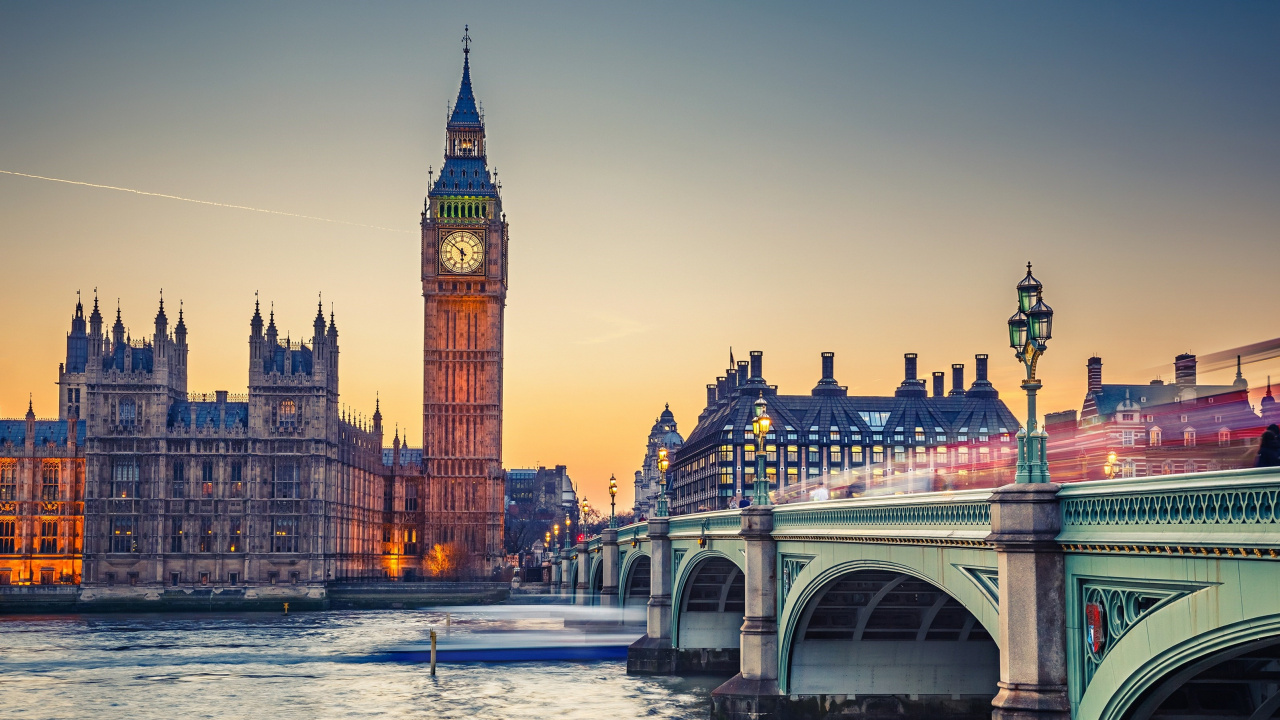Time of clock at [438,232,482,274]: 5:51
